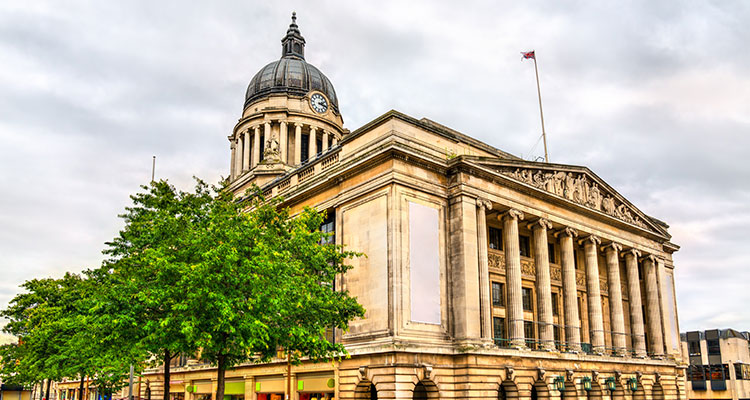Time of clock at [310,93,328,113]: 2:18
